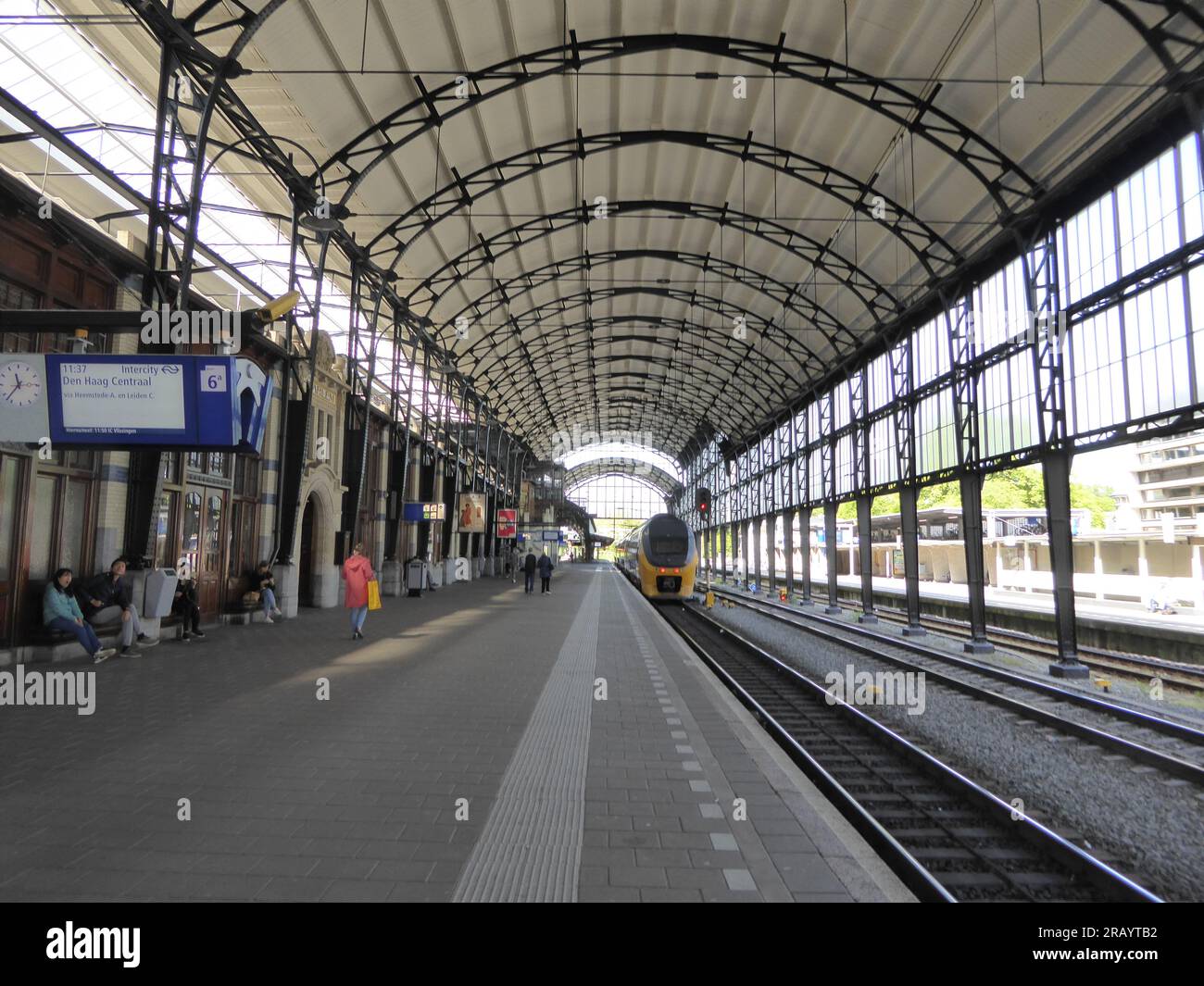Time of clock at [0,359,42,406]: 11:37
